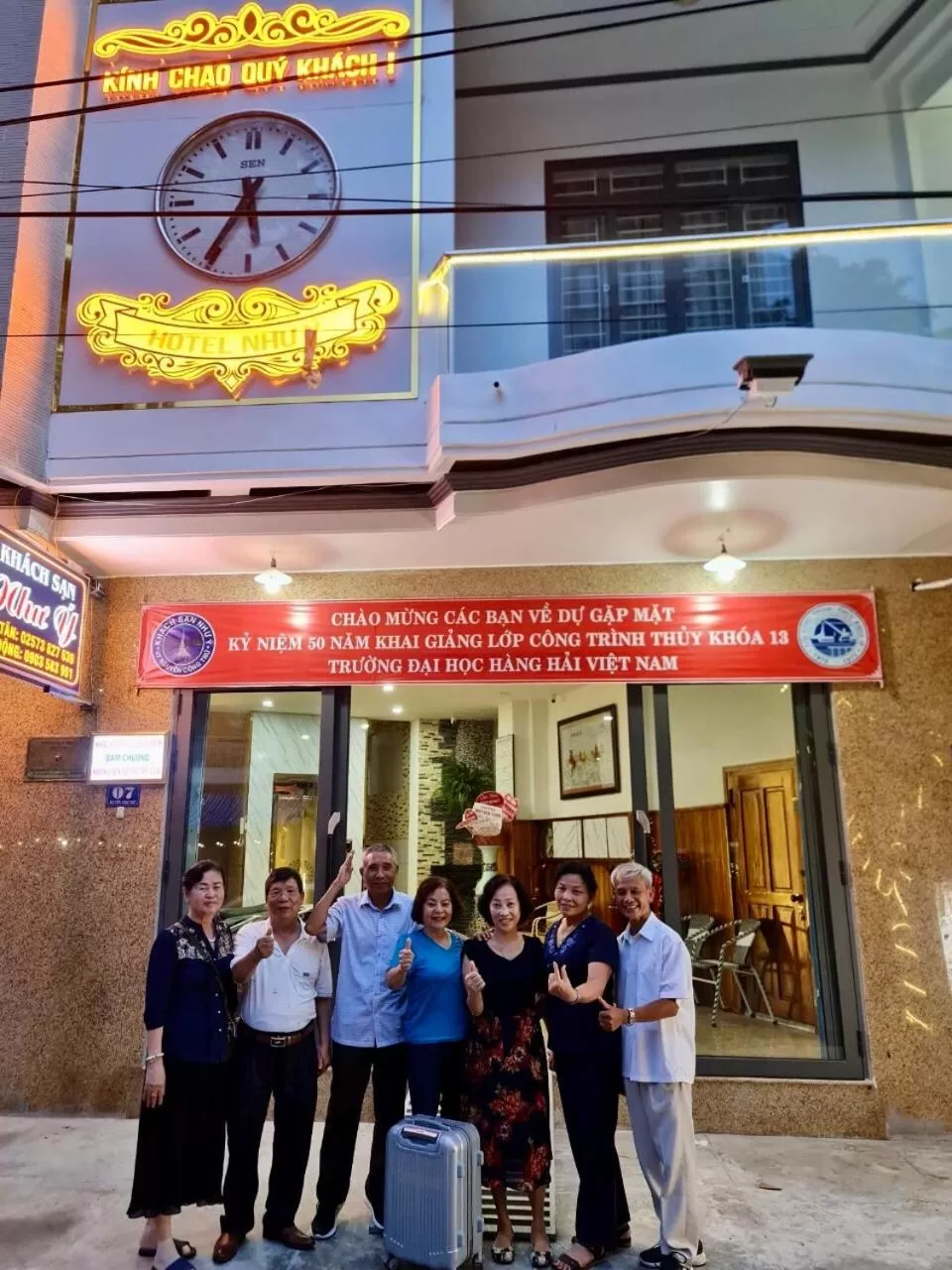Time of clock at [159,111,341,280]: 5:35
